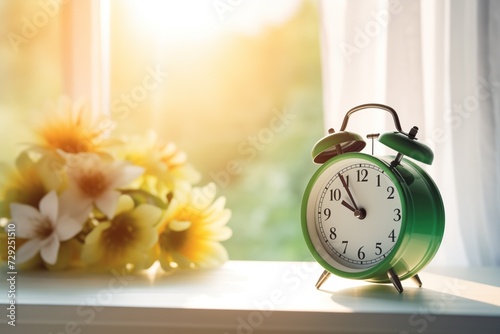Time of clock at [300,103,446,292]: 9:54
